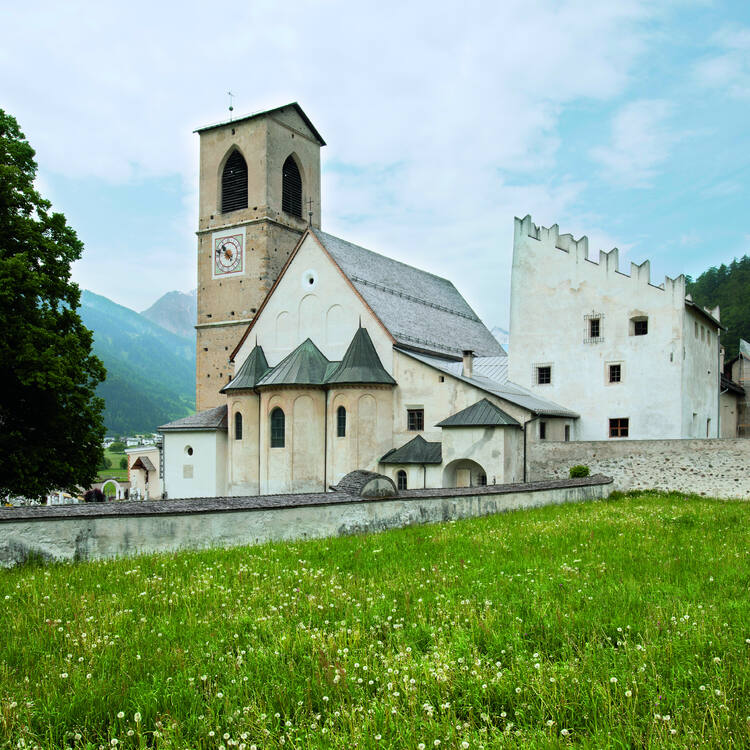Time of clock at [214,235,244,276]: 10:48
